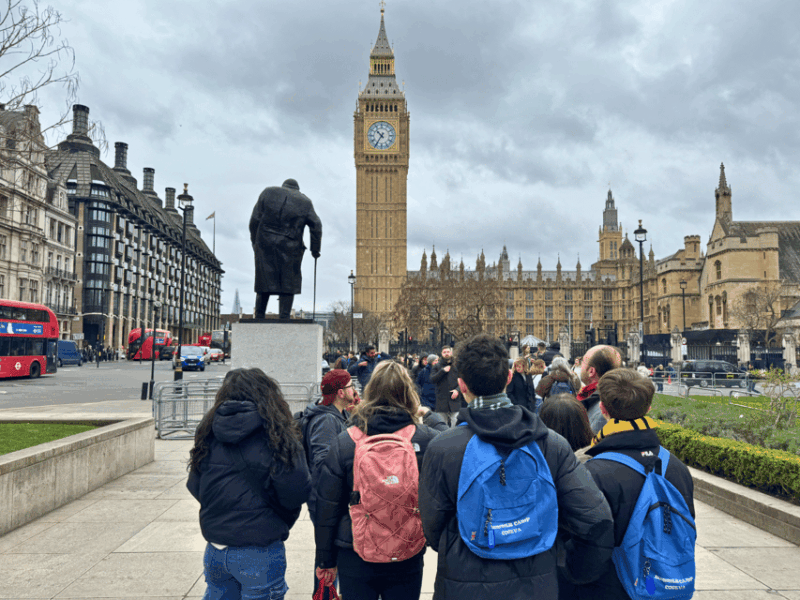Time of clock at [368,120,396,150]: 10:35
